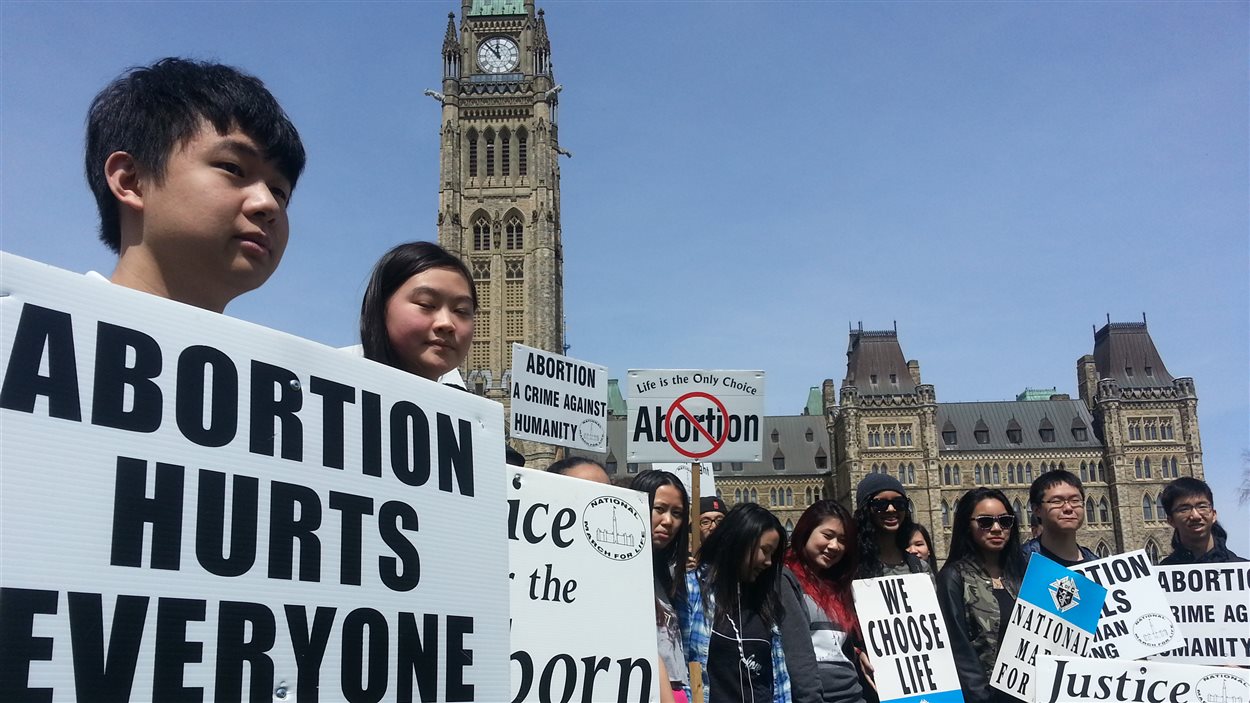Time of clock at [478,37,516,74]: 11:52
